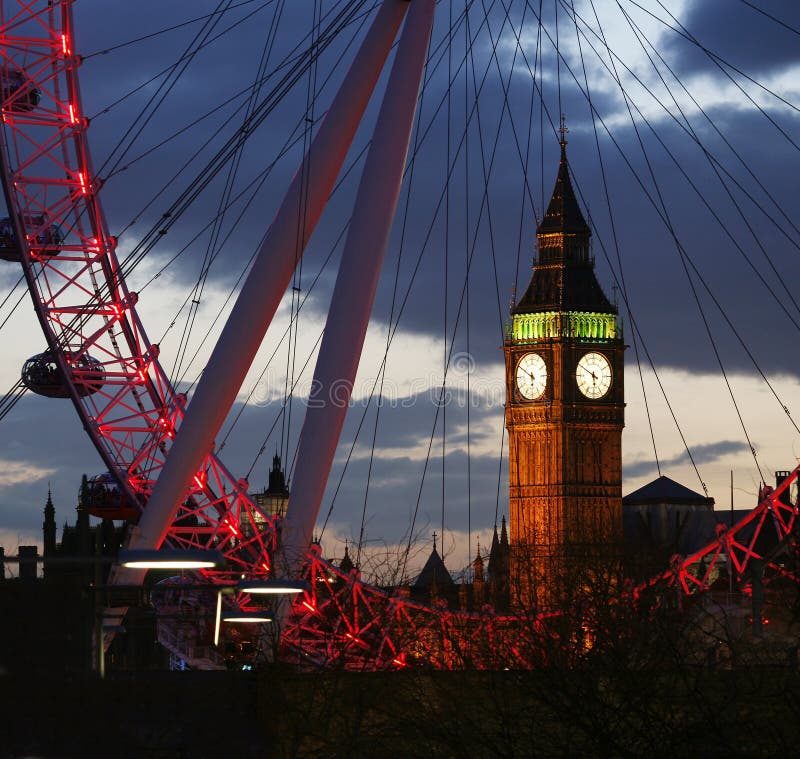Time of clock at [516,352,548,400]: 5:50
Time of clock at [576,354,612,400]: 5:49
